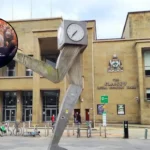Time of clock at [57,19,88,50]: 7:36
